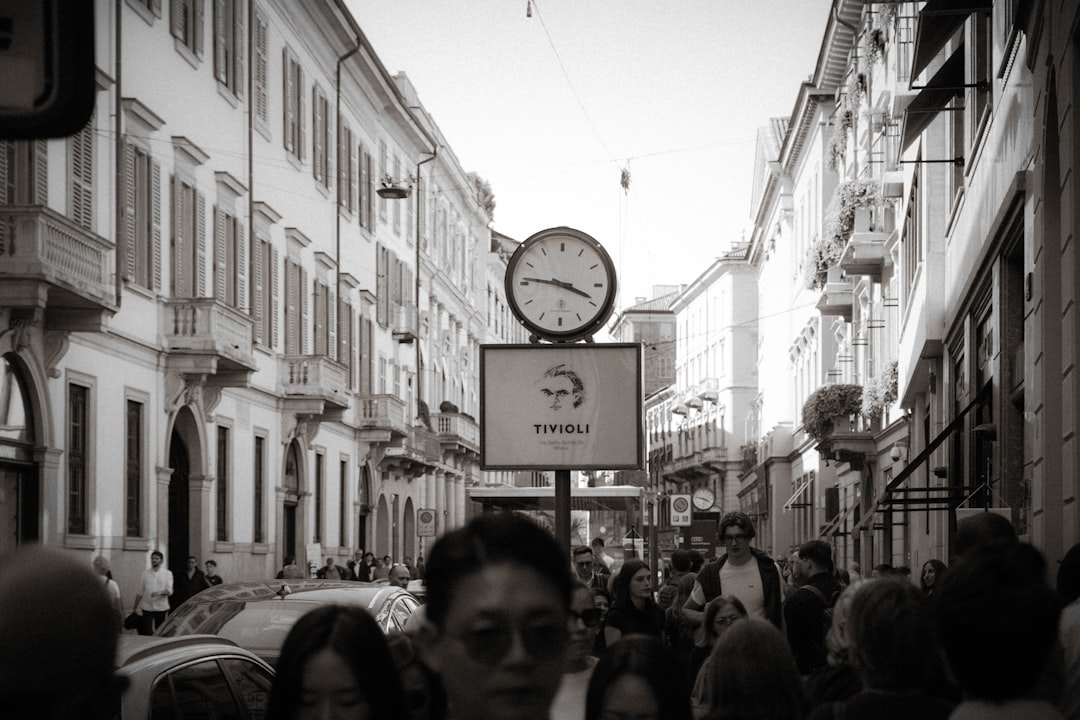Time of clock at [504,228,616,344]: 3:46
